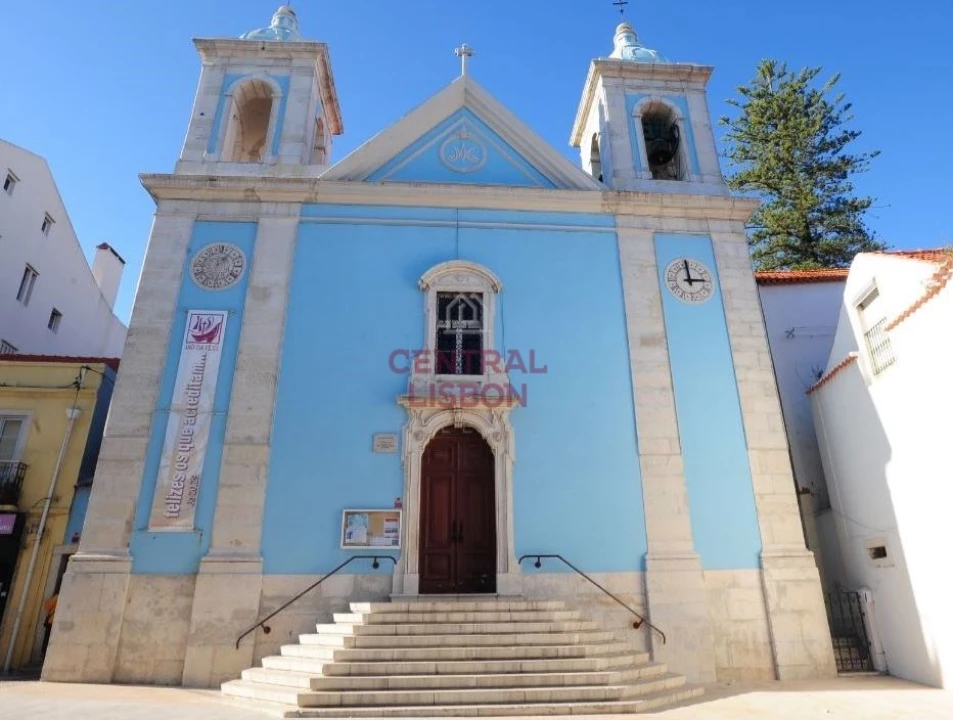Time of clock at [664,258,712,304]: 2:59
